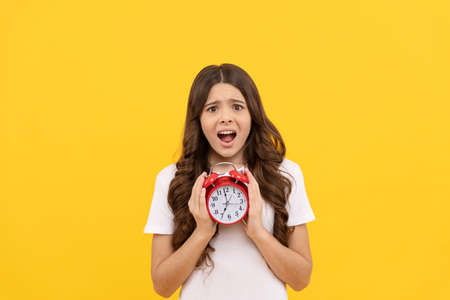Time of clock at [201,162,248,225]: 6:59
